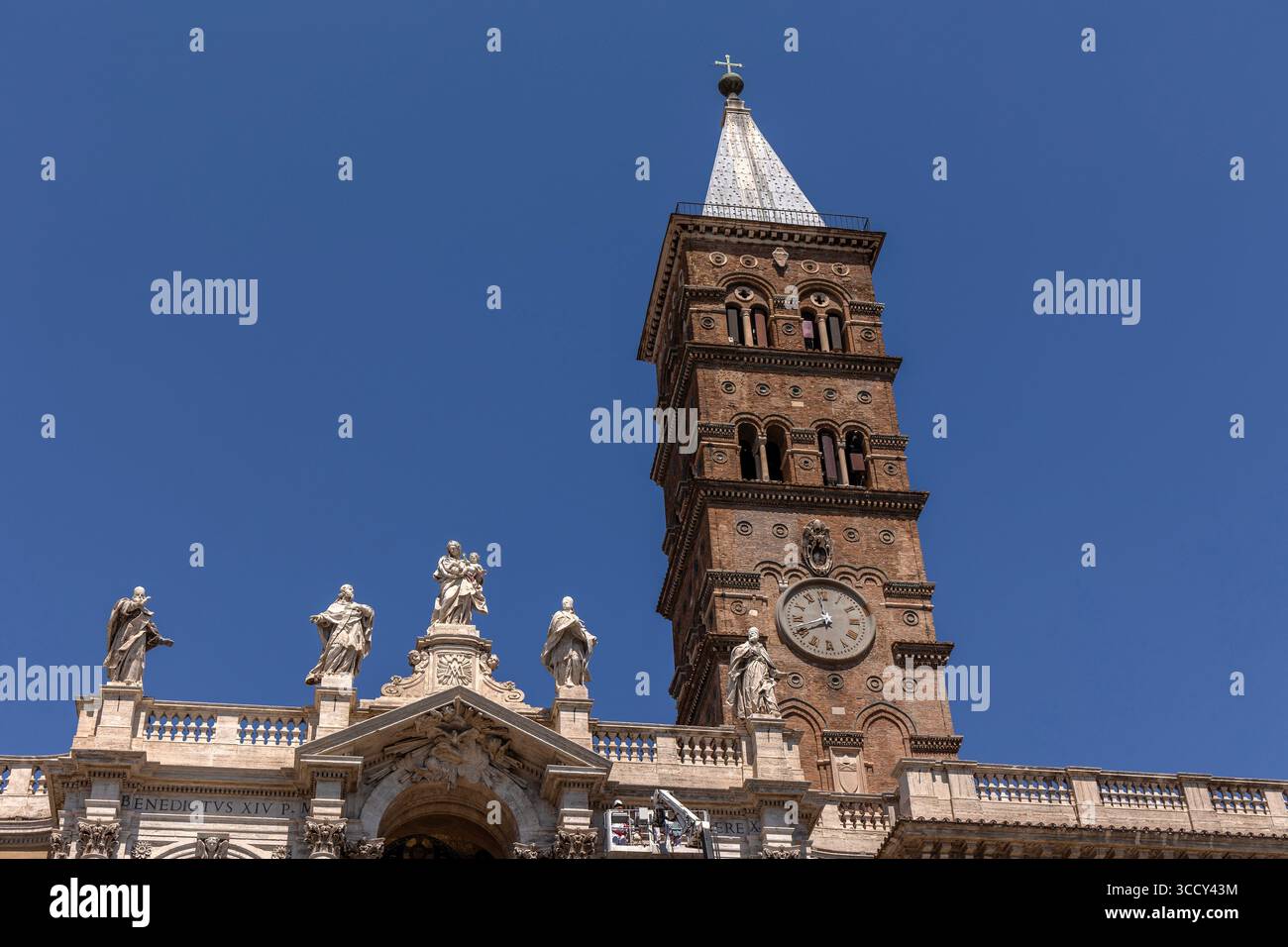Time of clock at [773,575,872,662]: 11:40
